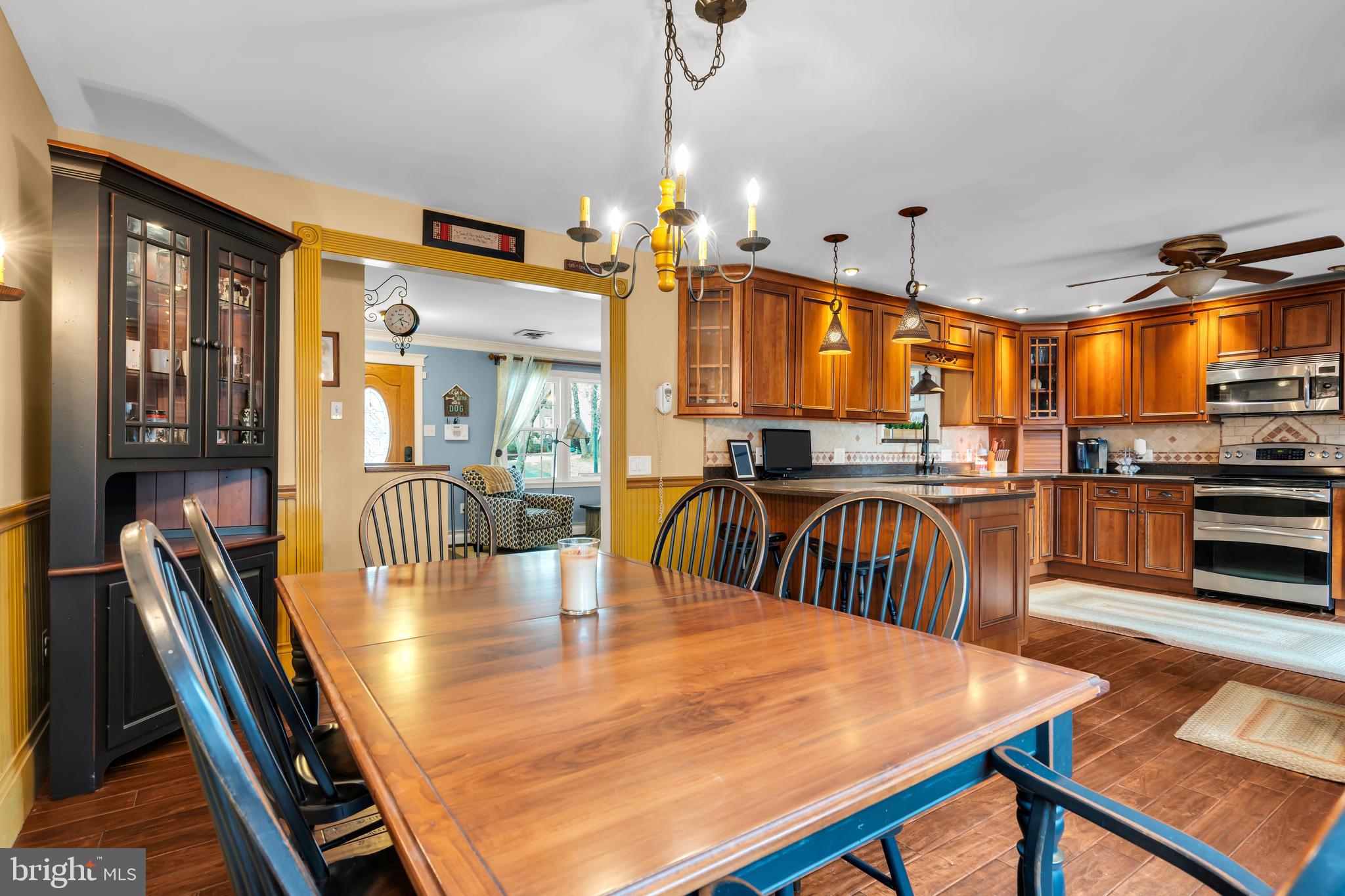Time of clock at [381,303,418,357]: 5:18
